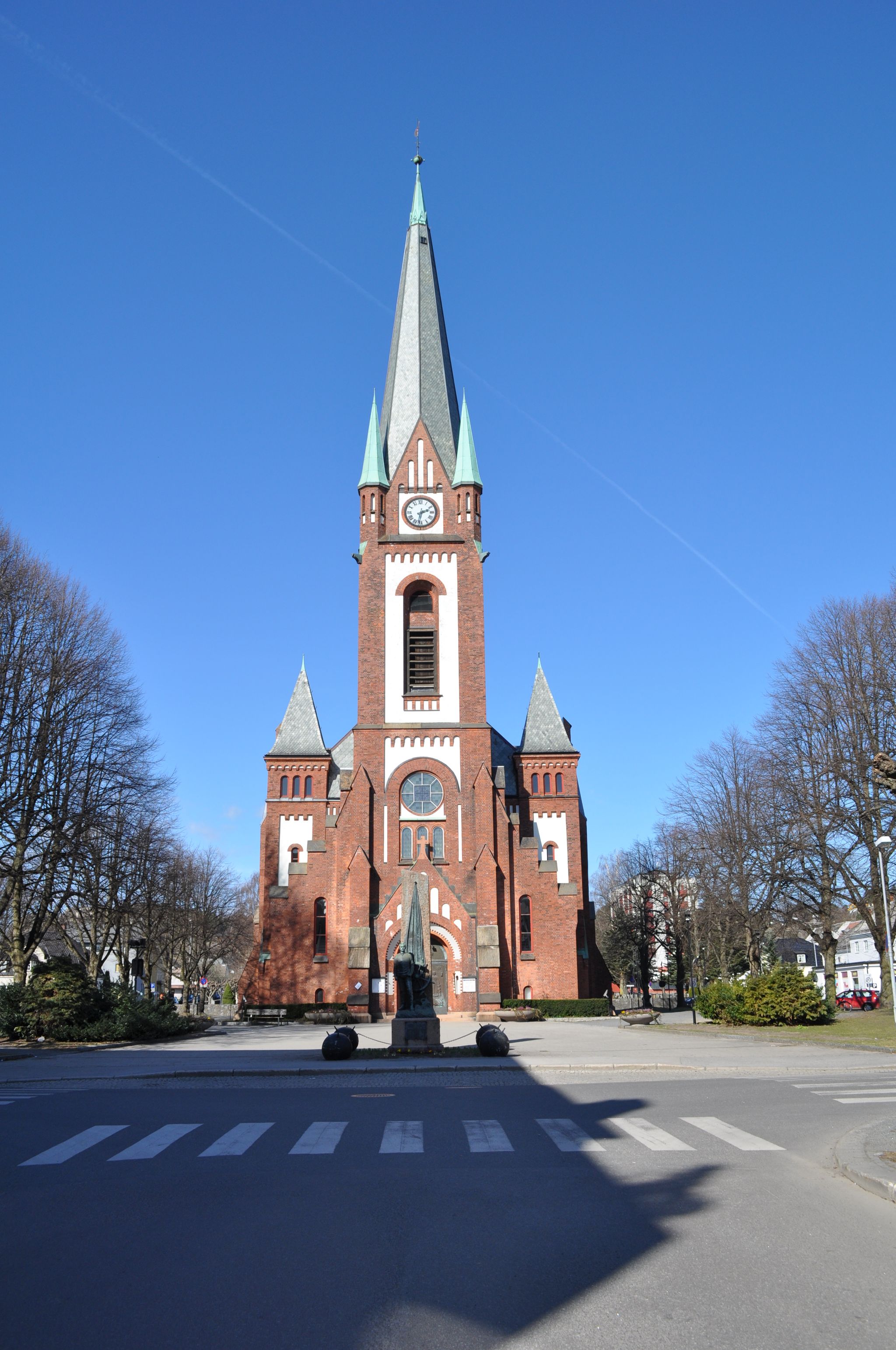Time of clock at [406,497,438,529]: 2:32
